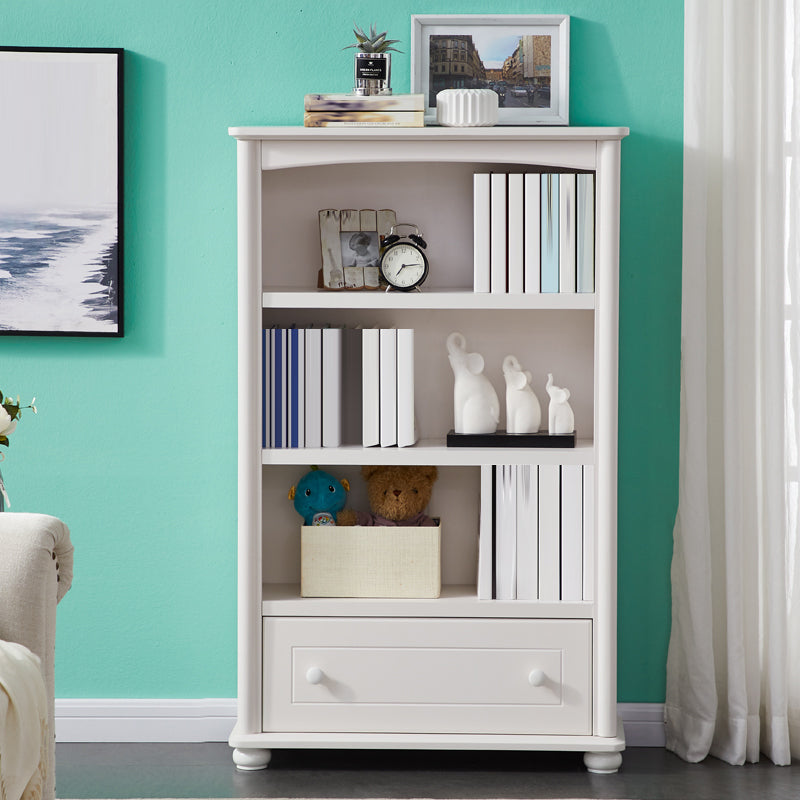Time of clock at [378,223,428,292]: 7:14
